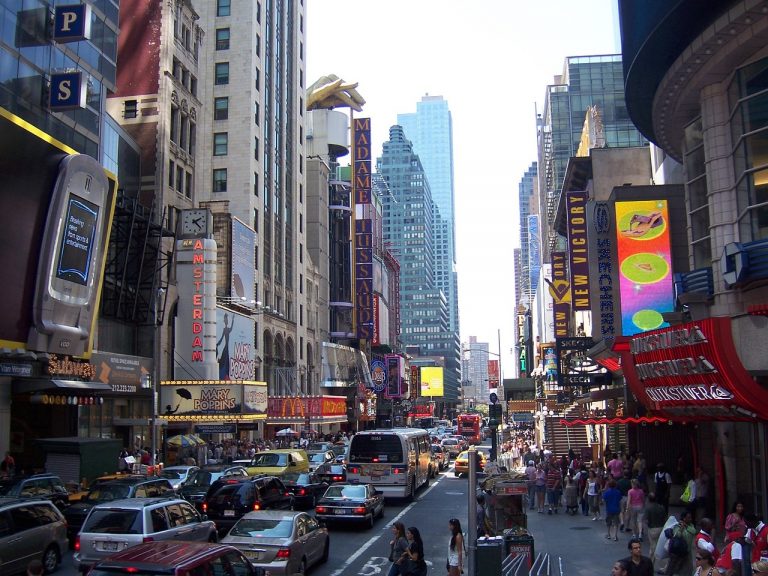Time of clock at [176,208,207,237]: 2:22
